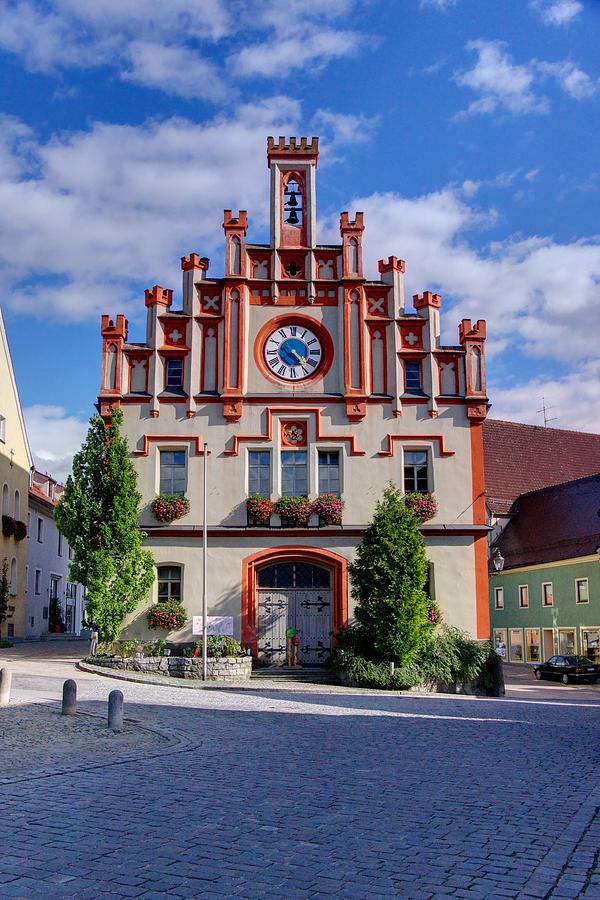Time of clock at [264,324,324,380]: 4:23
